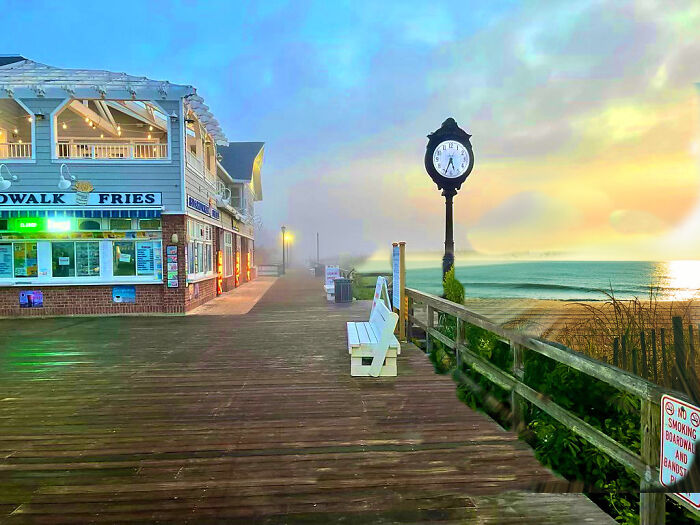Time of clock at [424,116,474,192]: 5:33
